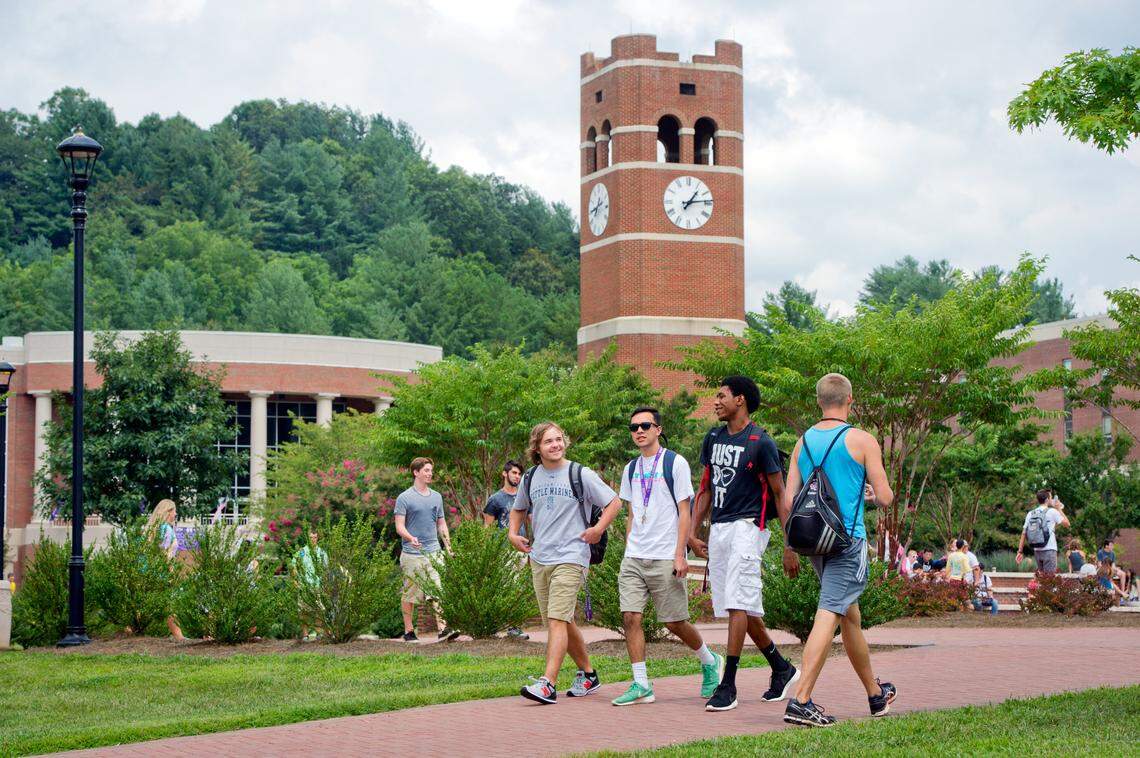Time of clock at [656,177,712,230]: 1:13
